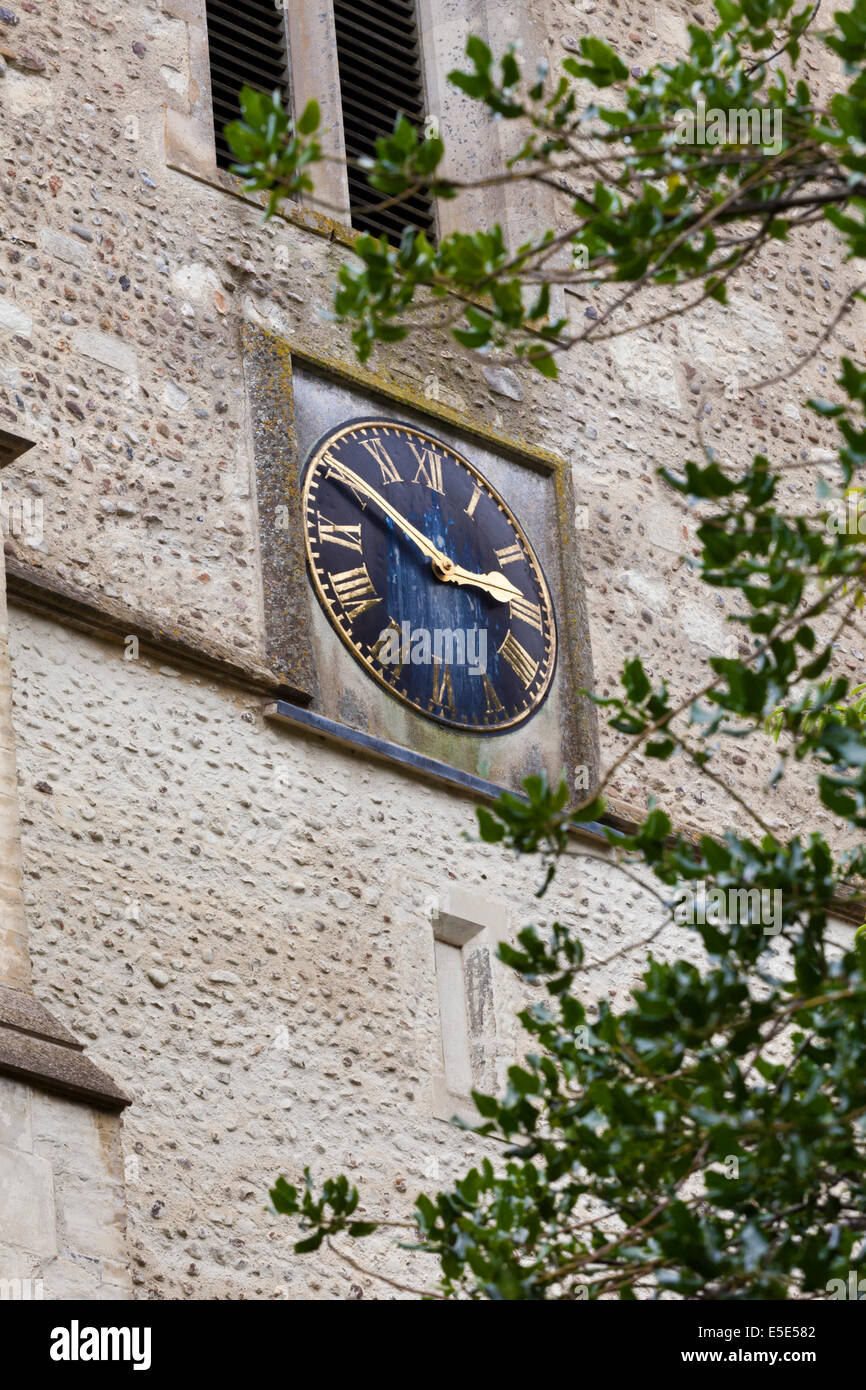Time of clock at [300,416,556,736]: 2:50
